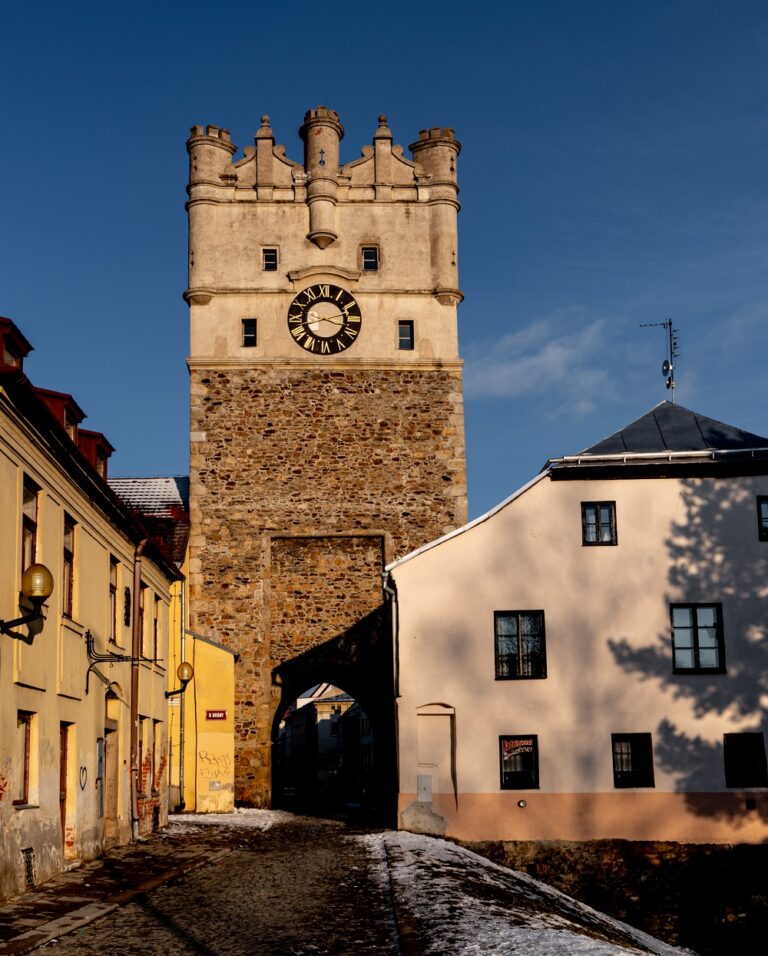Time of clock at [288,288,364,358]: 3:42
